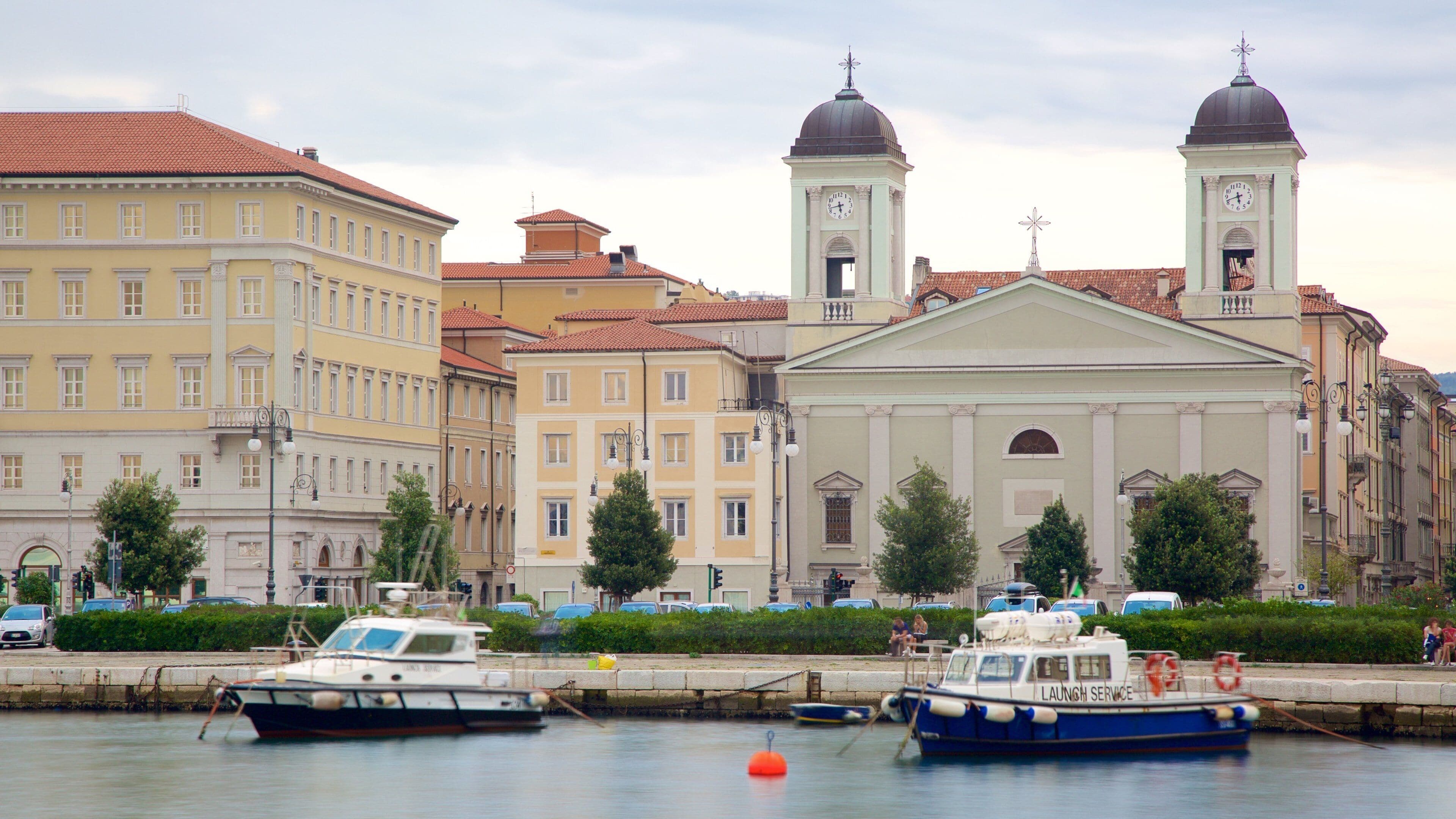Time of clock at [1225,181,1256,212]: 5:41
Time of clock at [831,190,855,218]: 5:42
